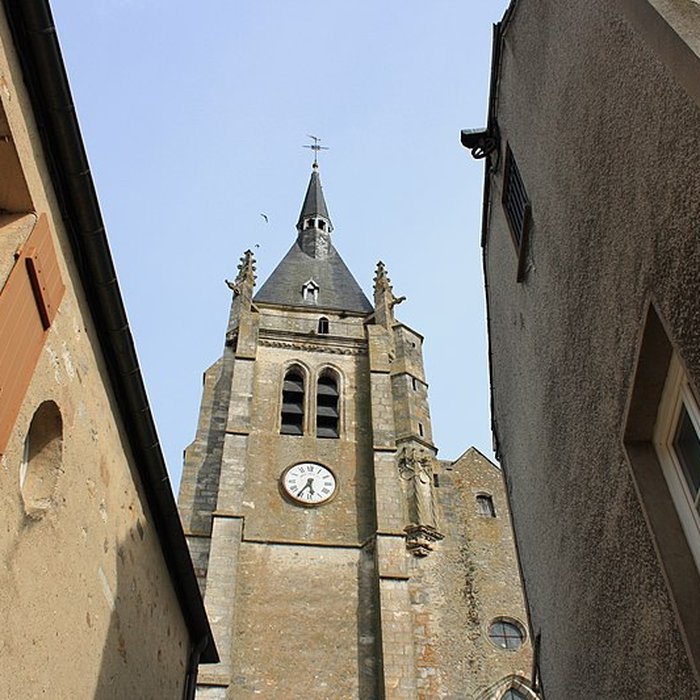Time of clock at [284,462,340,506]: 5:35
